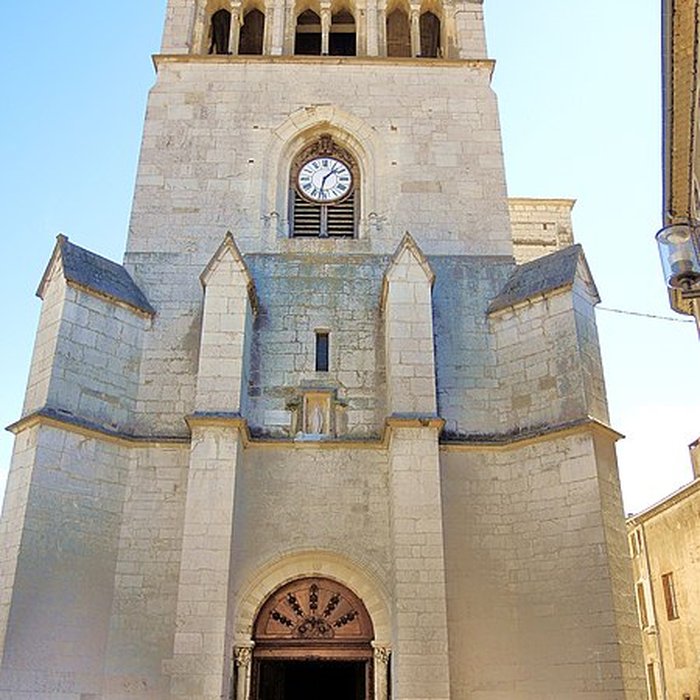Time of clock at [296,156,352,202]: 1:32
